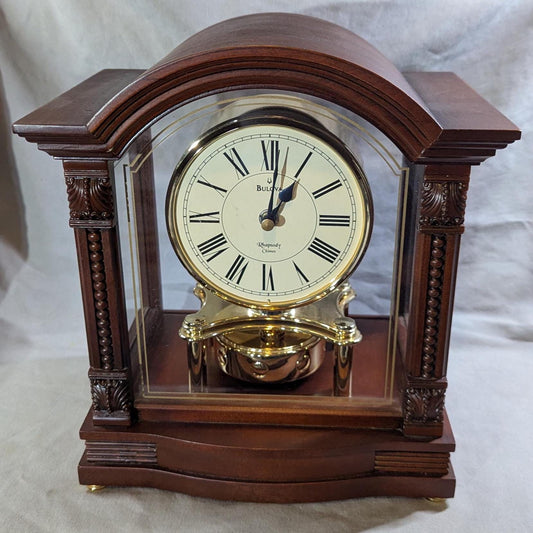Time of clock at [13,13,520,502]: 1:01
